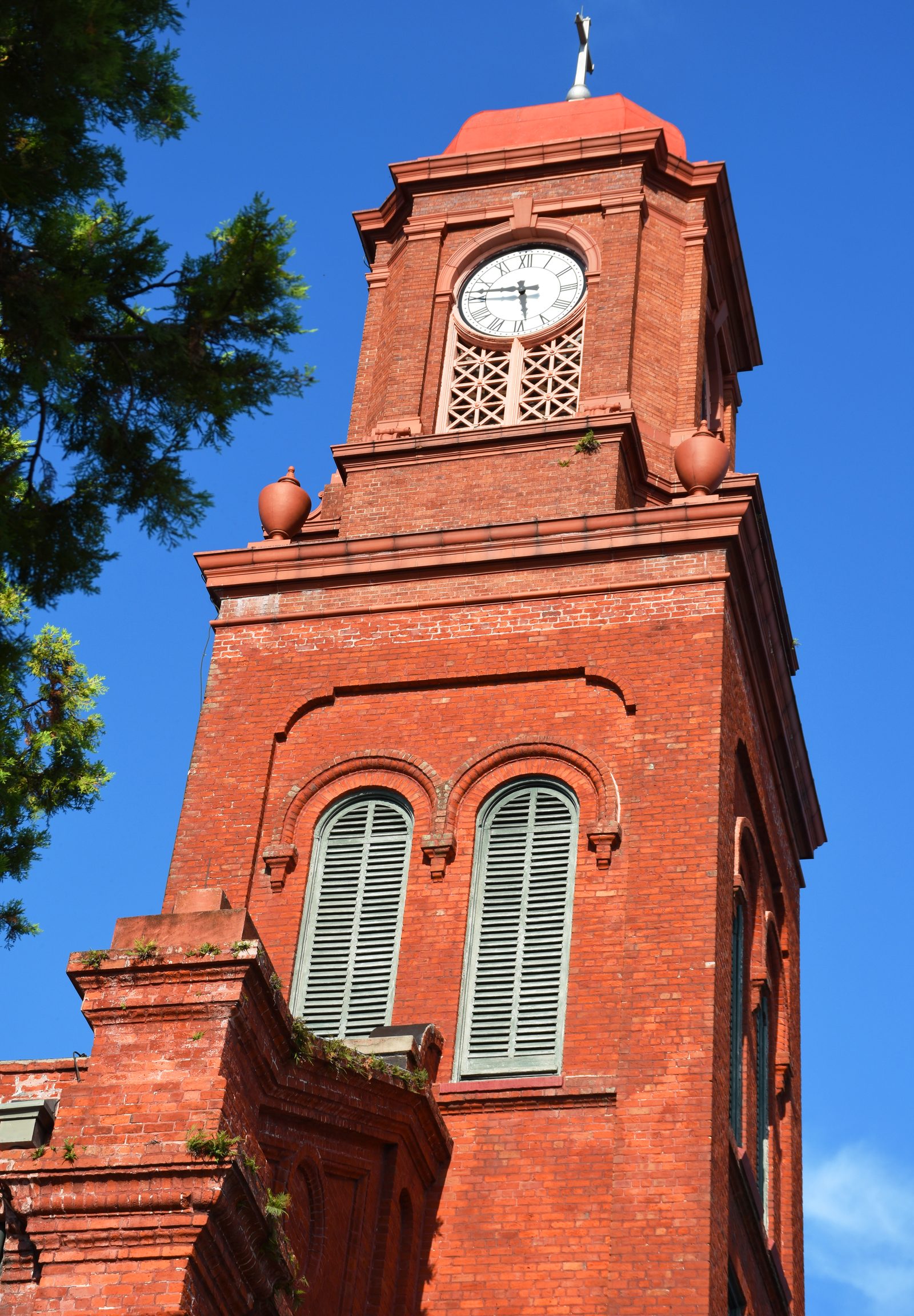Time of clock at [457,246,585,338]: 5:45
